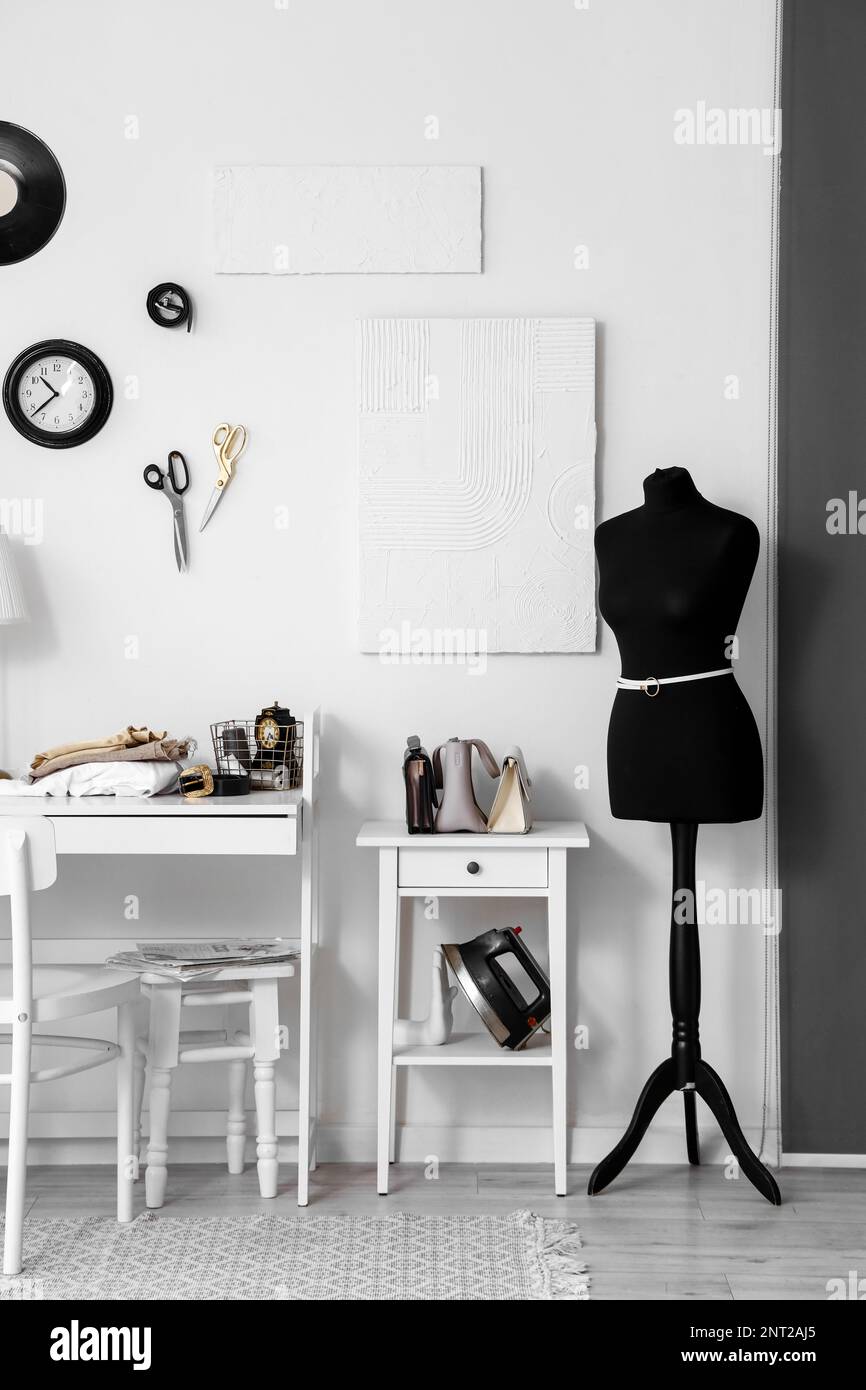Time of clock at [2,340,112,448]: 10:37
